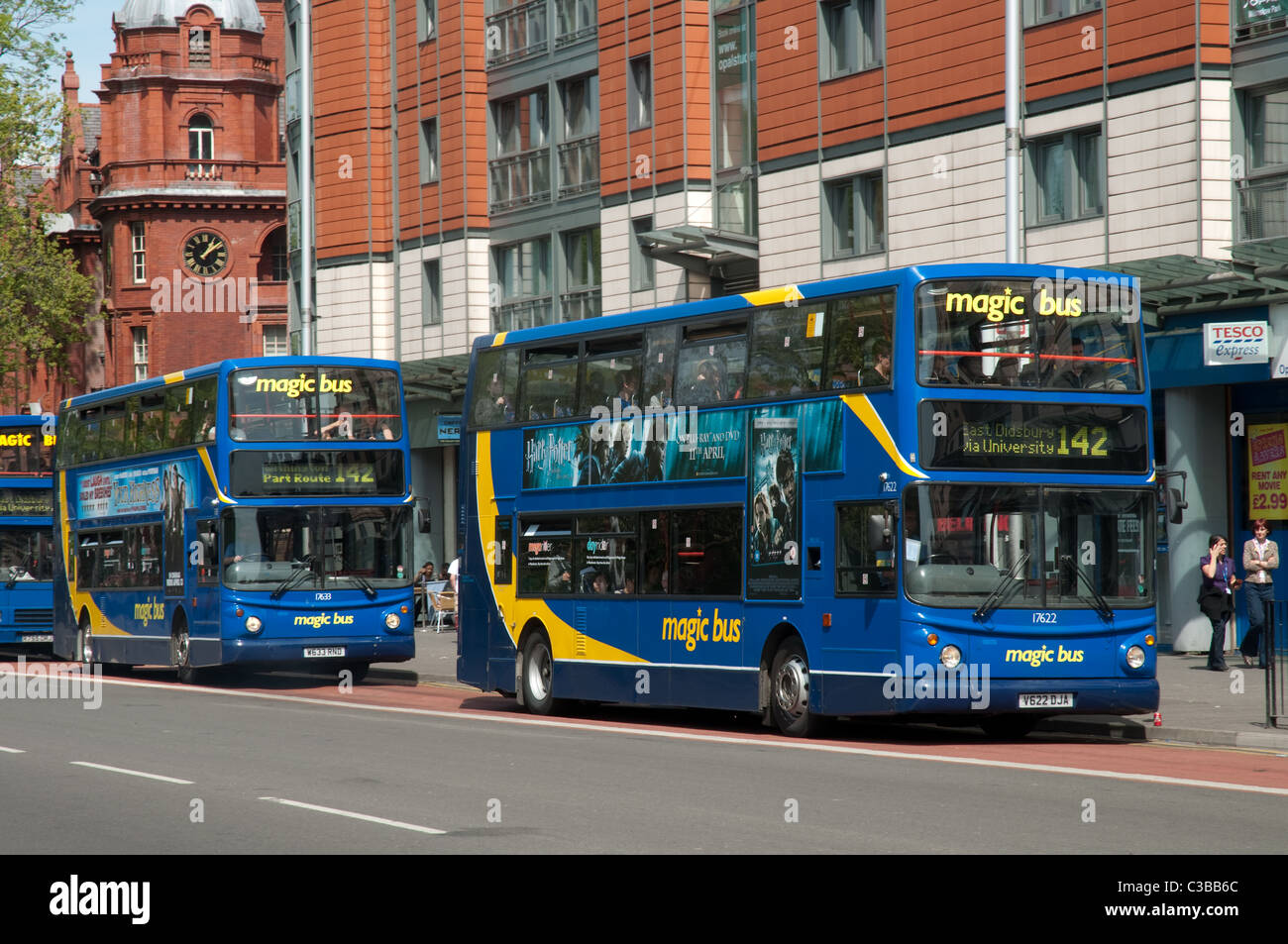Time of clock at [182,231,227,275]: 1:08
